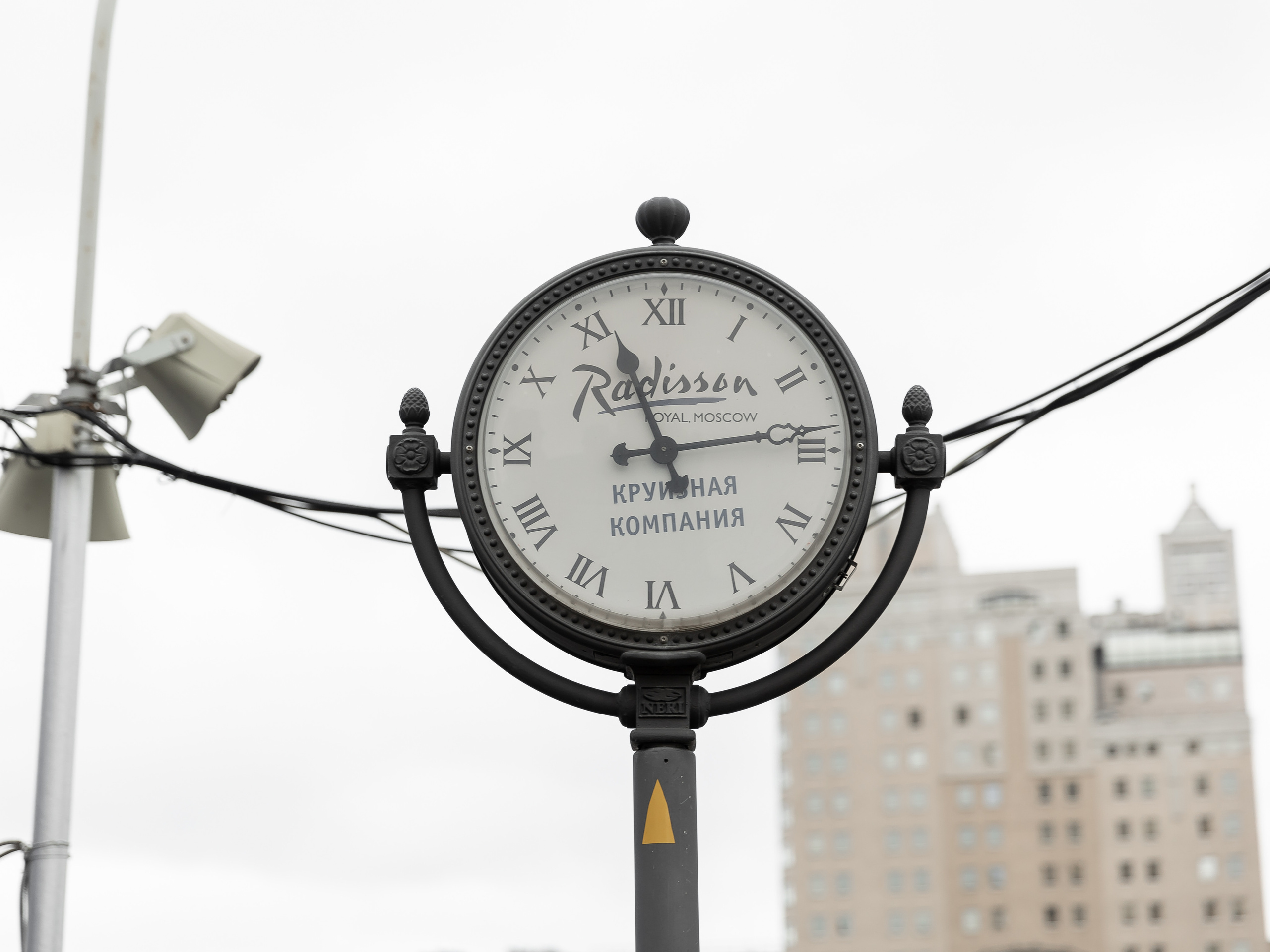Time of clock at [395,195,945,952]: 11:13
